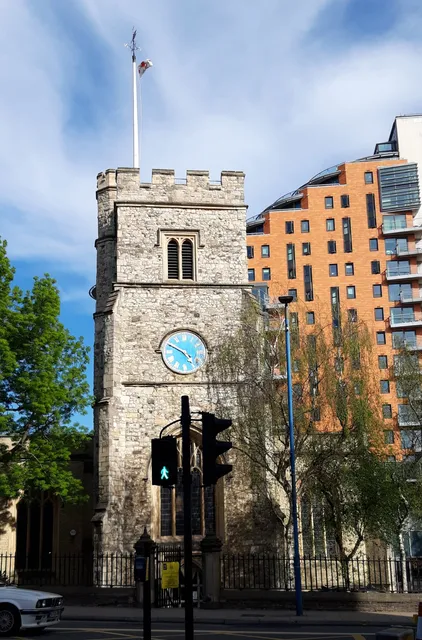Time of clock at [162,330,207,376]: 4:49
